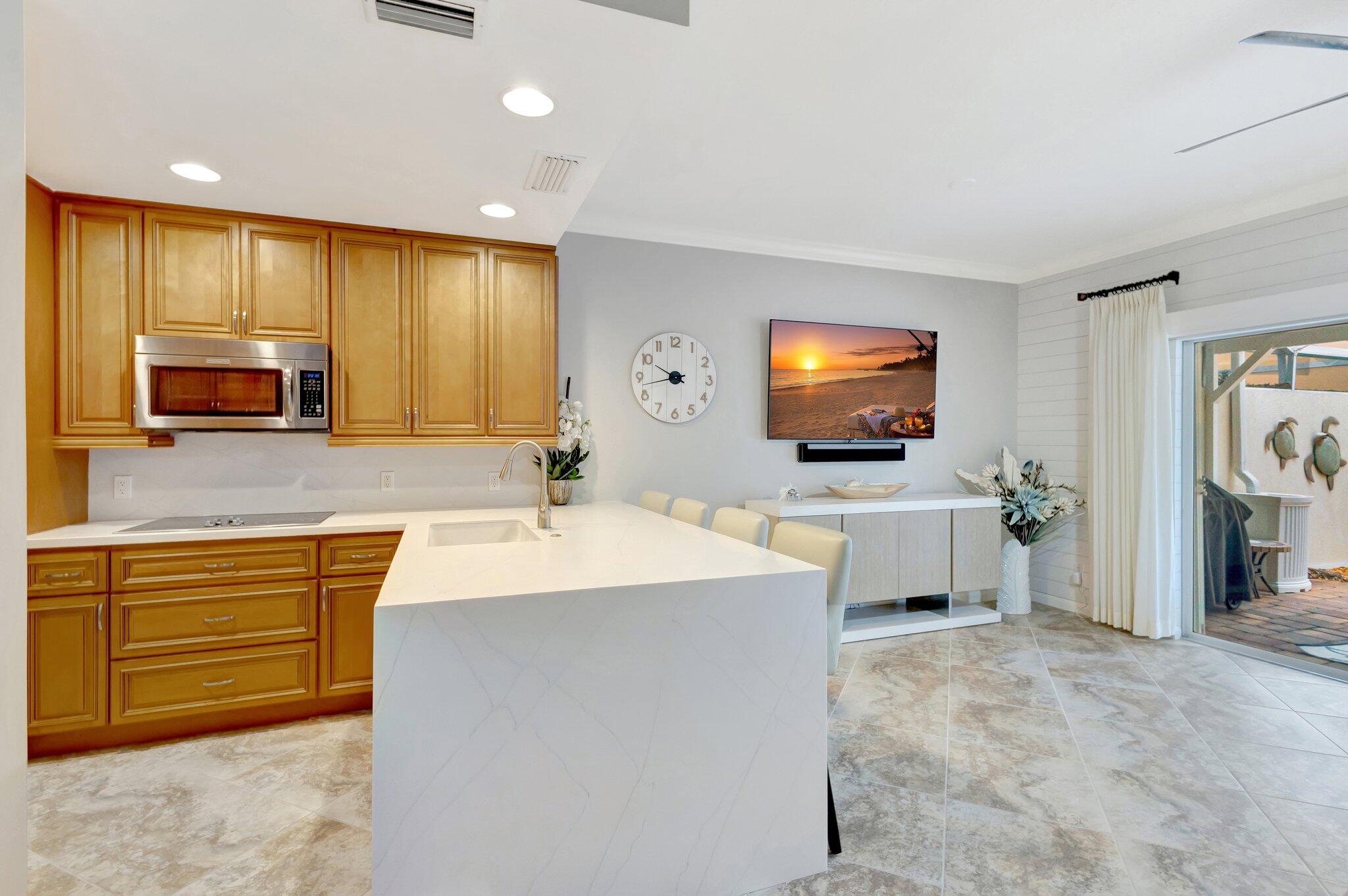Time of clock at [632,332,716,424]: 9:42
